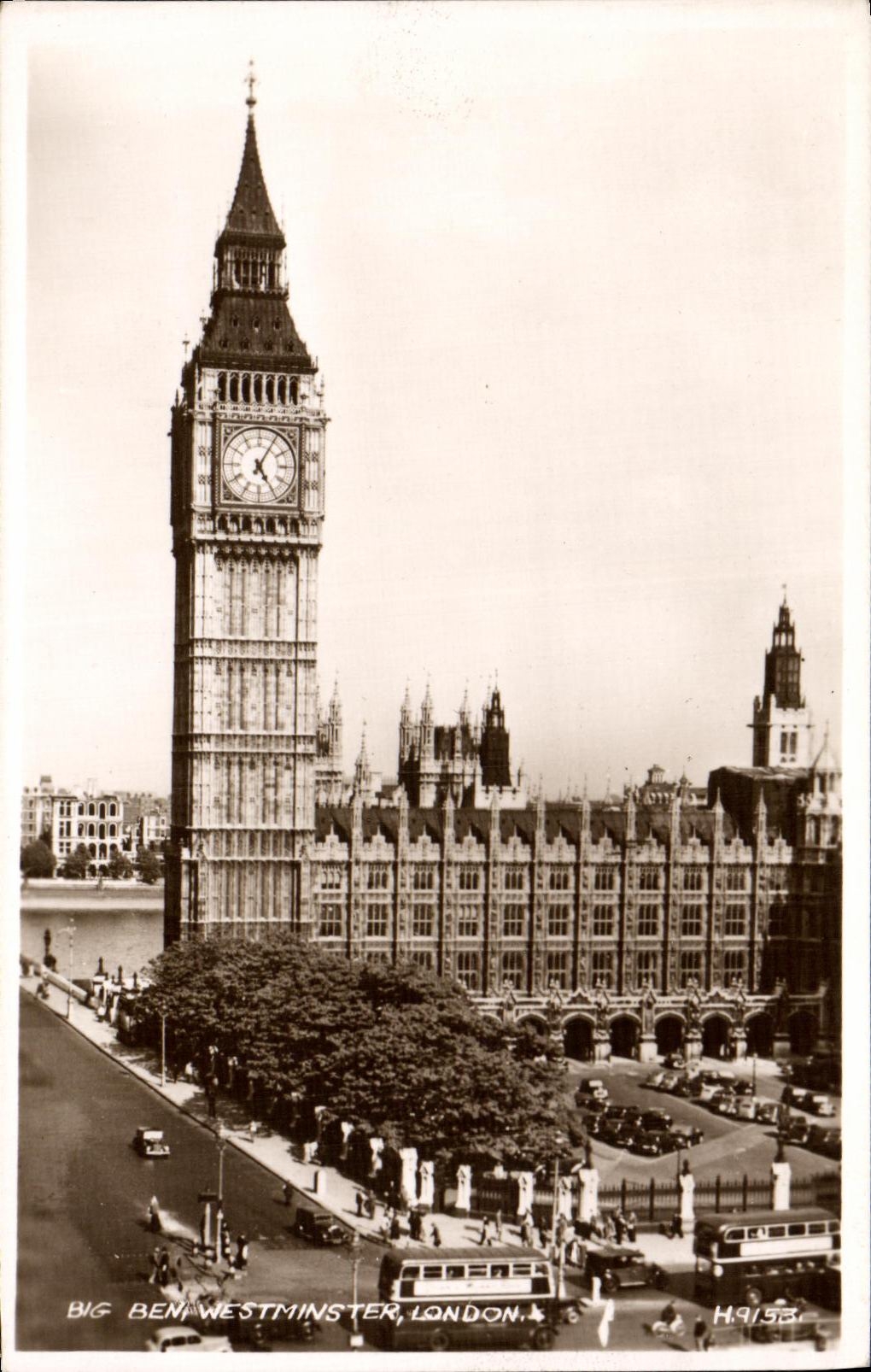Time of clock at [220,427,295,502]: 5:05
